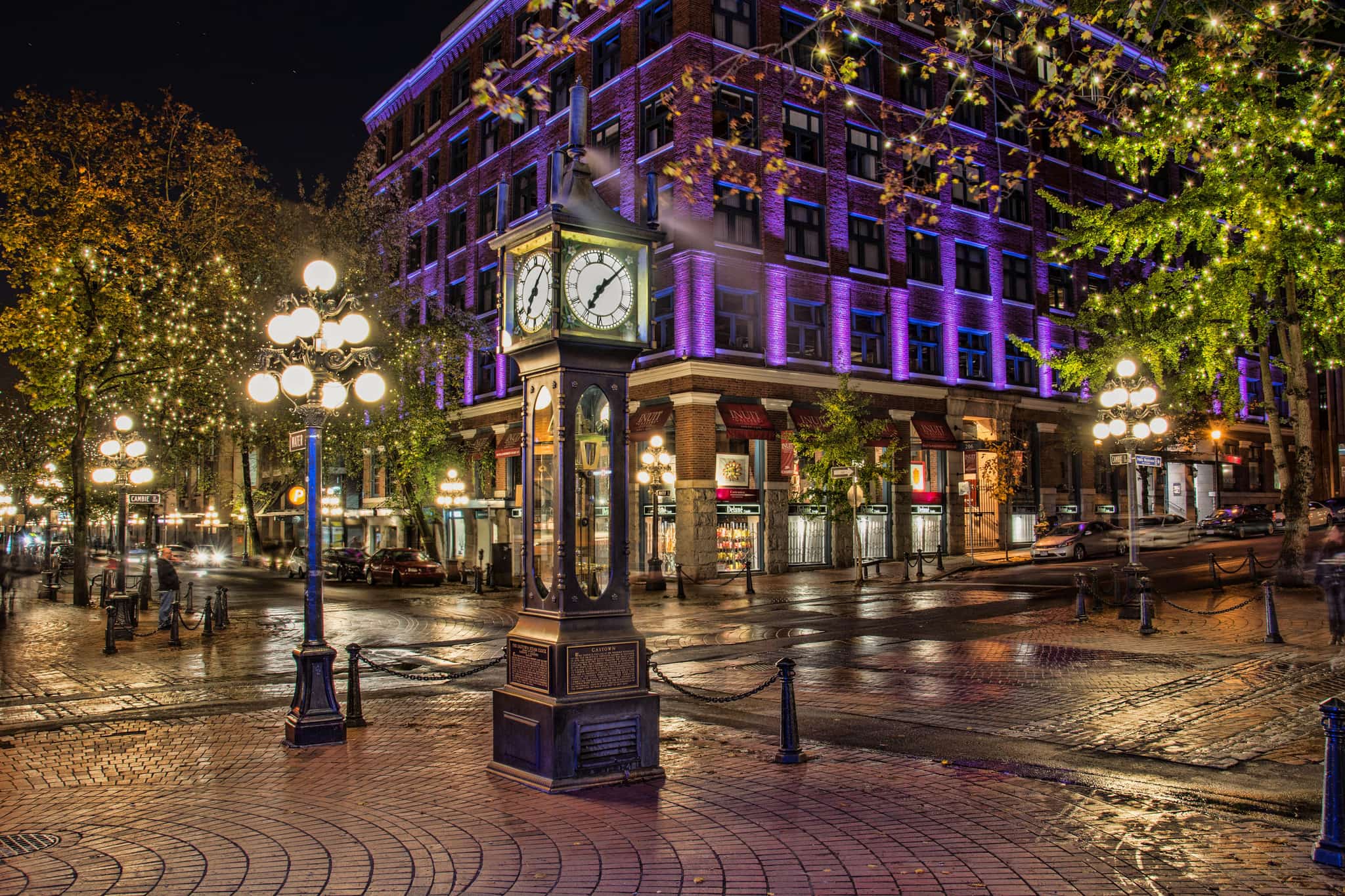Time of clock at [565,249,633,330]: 7:07
